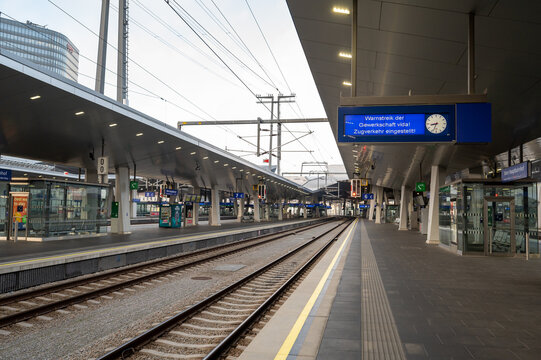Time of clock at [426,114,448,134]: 8:33
